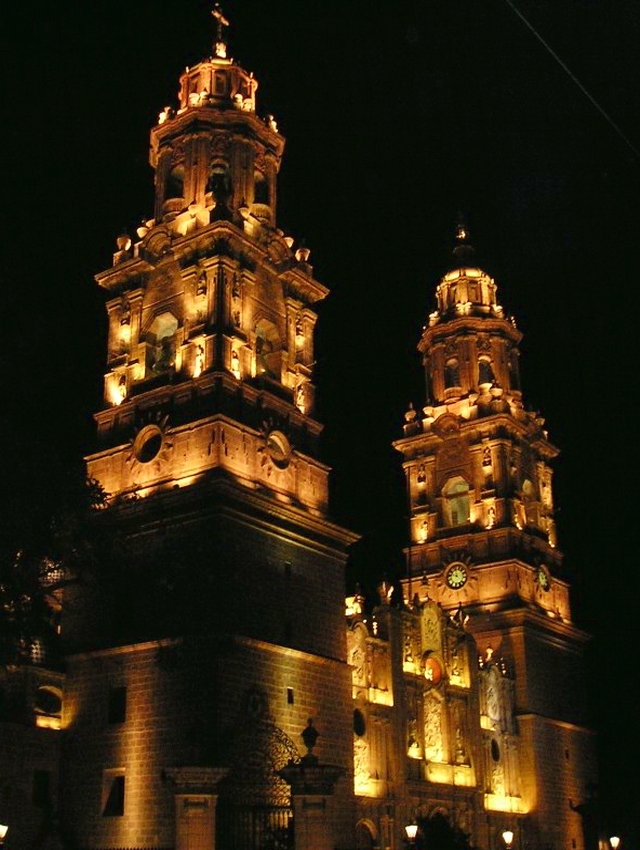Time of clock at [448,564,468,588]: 11:46
